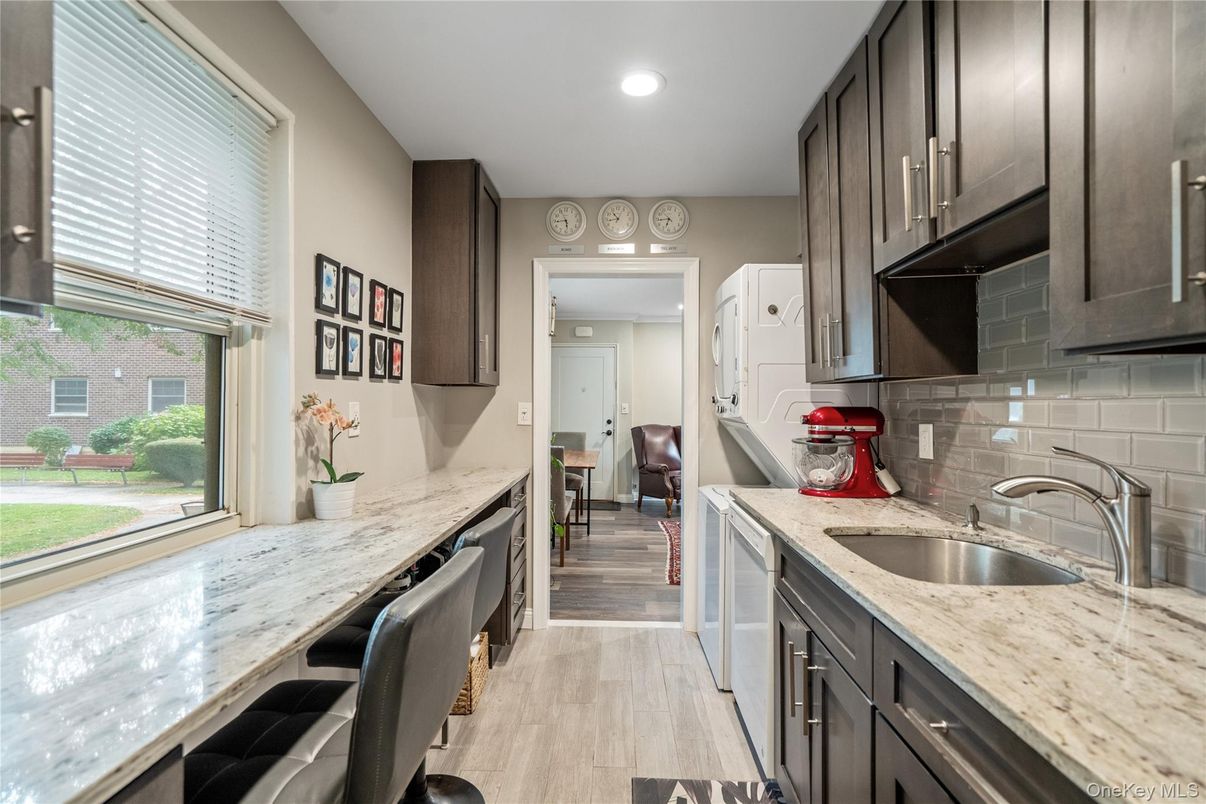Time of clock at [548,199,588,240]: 5:43
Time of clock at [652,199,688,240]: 6:43
